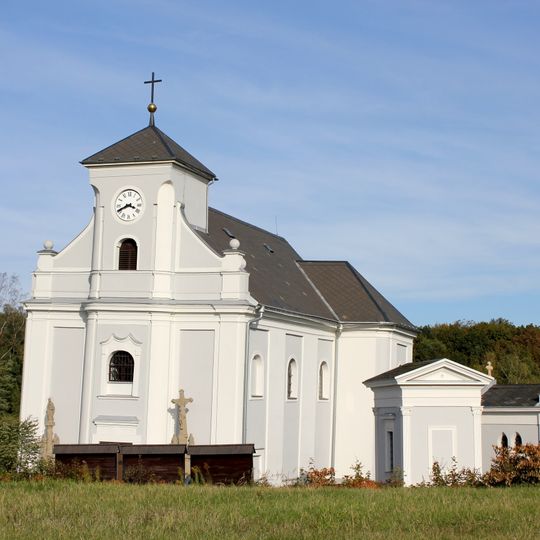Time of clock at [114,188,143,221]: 3:40
